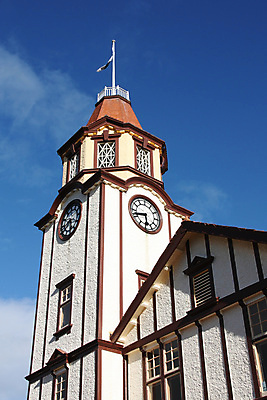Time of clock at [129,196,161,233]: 5:42
